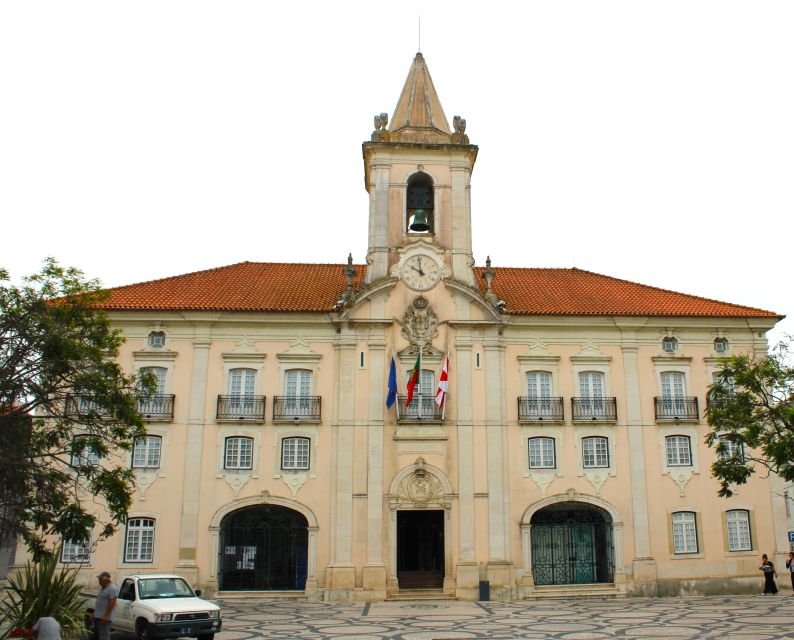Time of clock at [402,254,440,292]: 9:58
